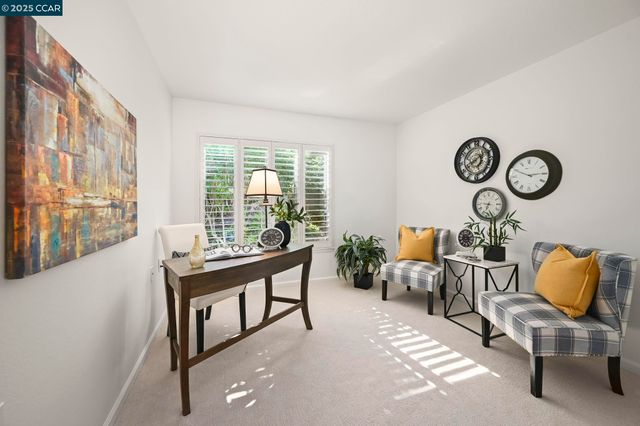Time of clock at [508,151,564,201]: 2:49
